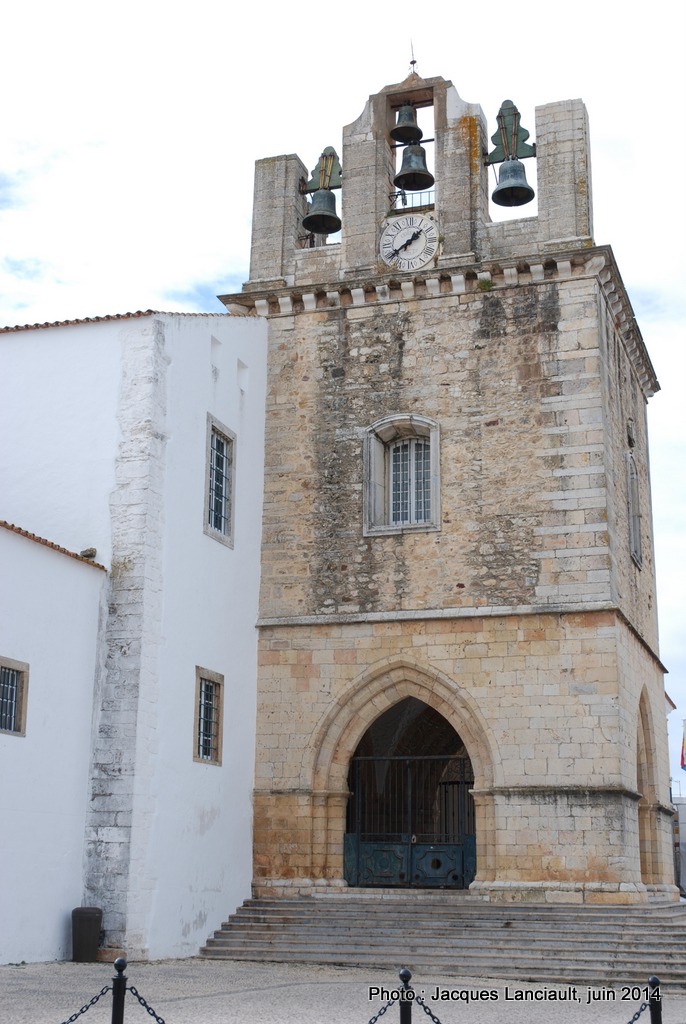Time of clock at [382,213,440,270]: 1:39
